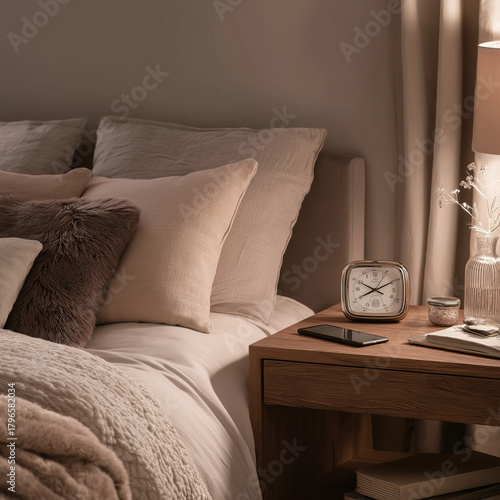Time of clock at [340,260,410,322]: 8:10
